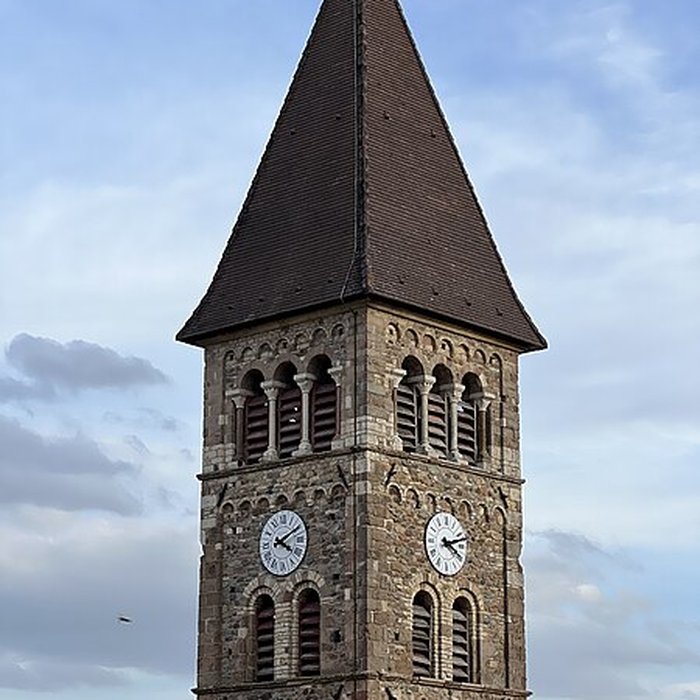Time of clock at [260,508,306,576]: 4:10
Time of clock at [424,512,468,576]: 4:12
